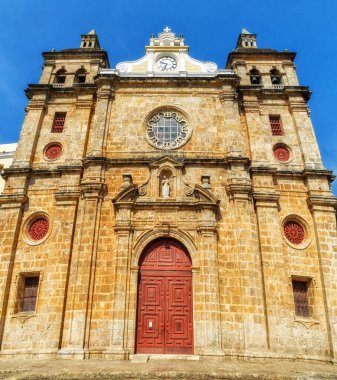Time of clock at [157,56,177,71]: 9:33
